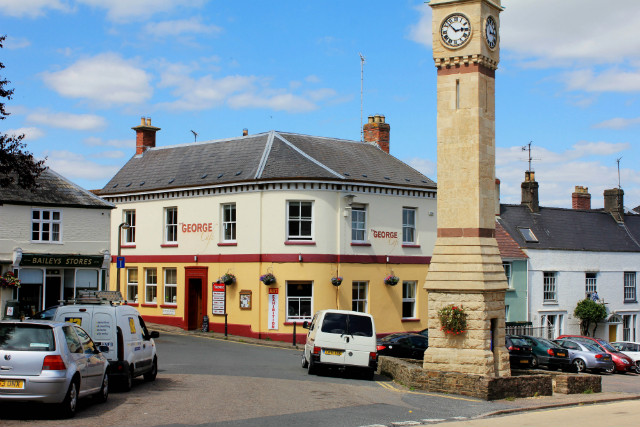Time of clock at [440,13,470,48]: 2:52
